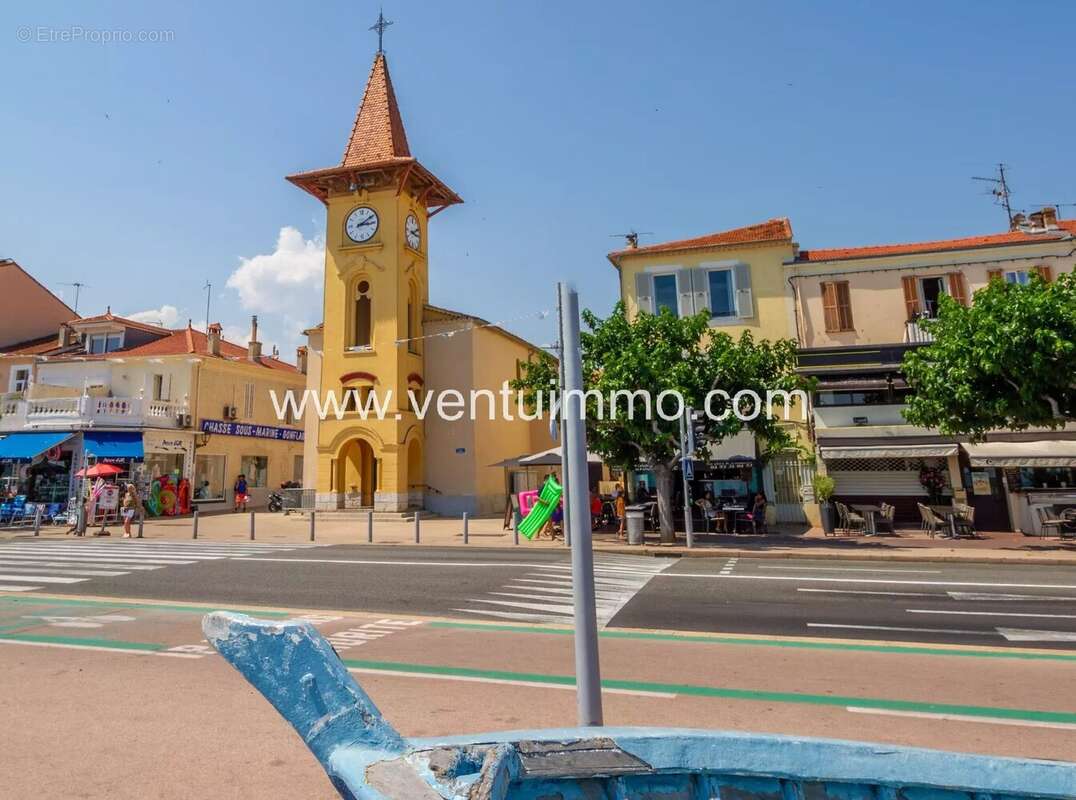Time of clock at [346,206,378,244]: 3:09
